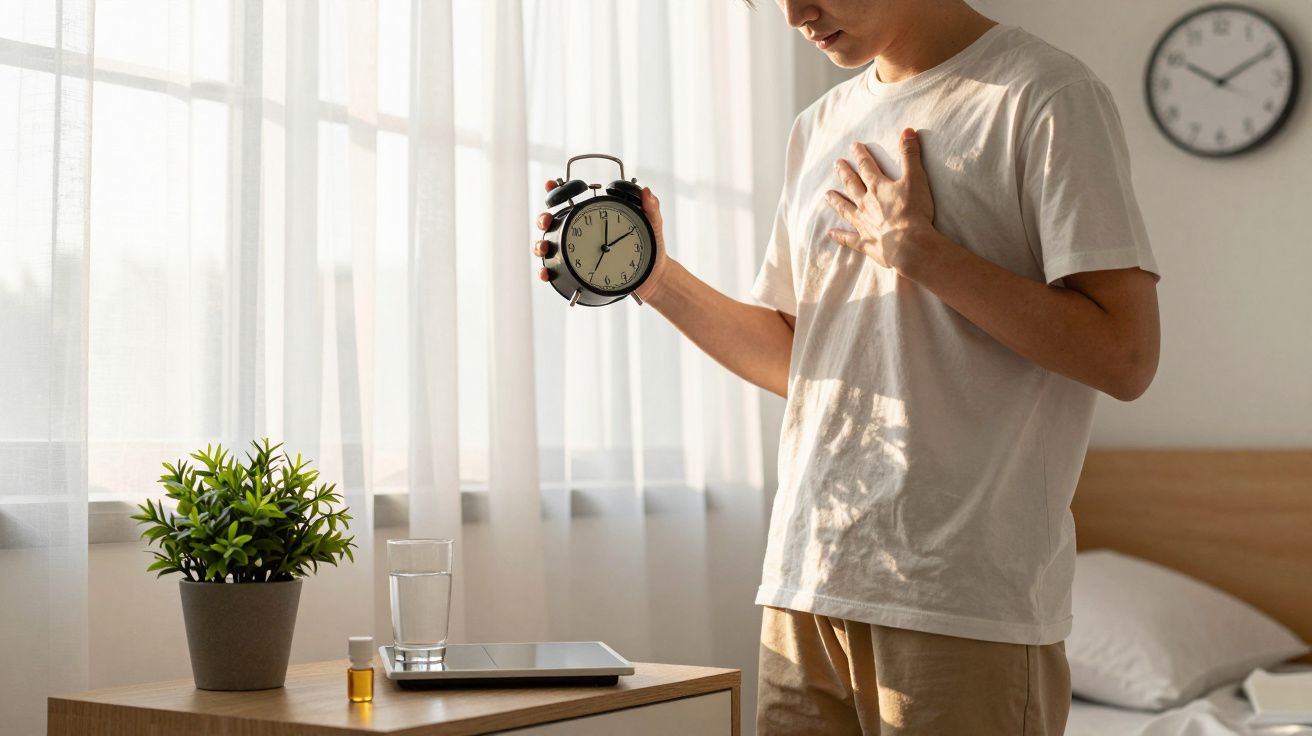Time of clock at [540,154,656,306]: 12:10
